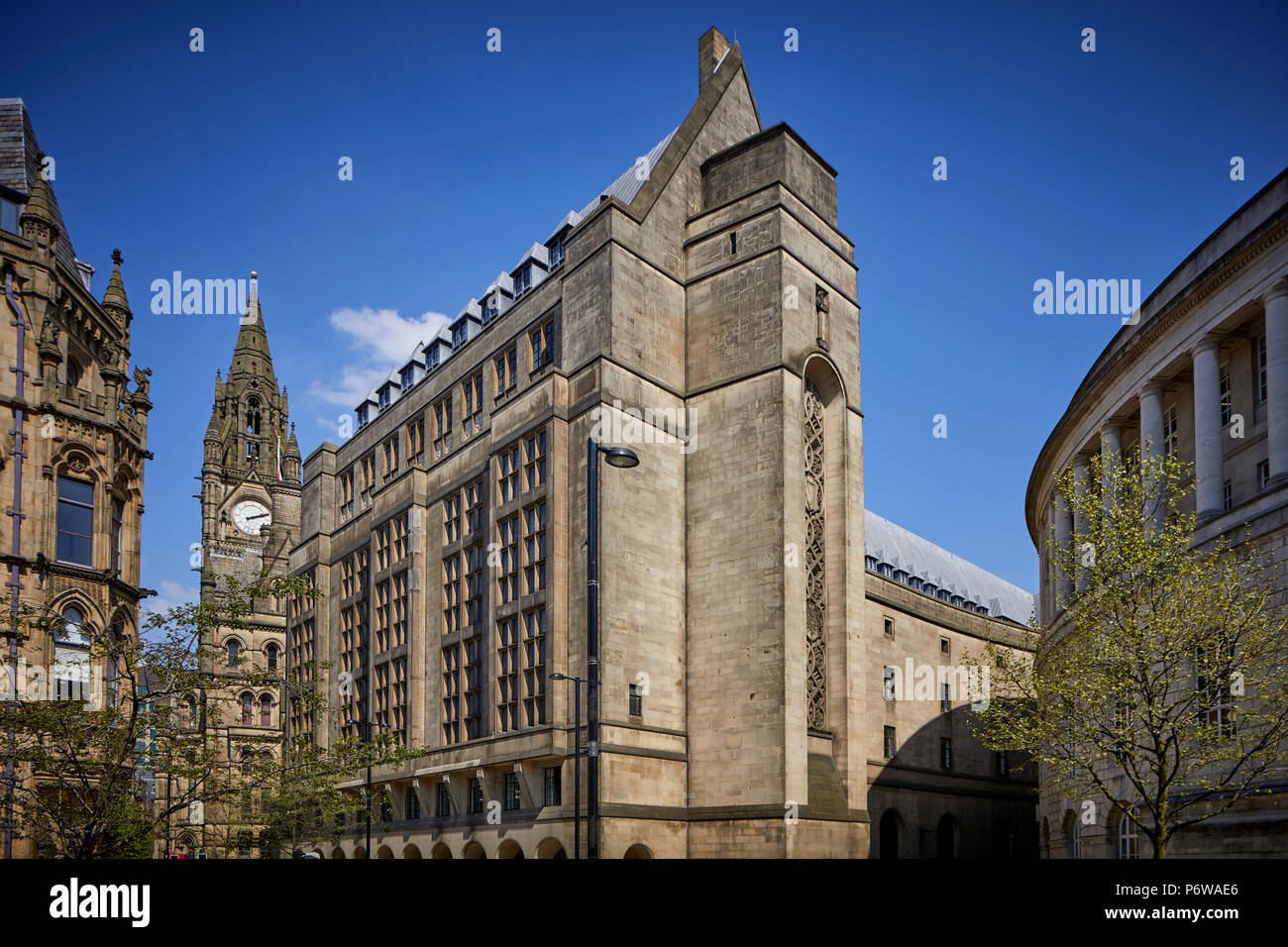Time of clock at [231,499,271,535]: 2:11
